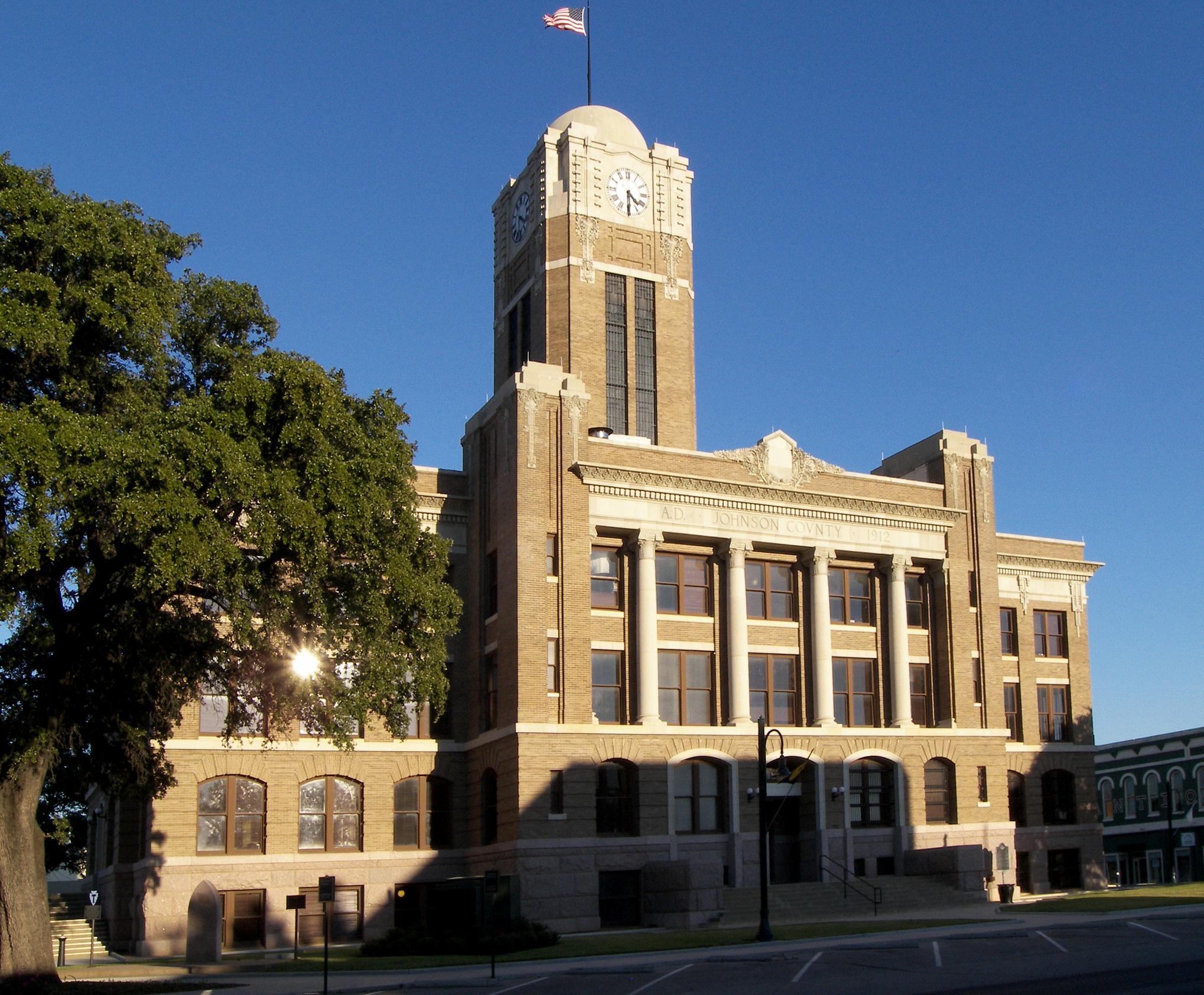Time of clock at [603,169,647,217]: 4:30
